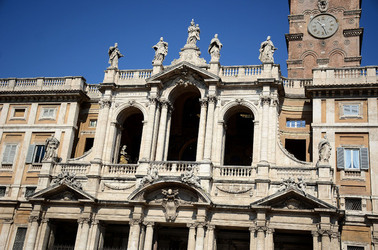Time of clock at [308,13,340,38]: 10:26
